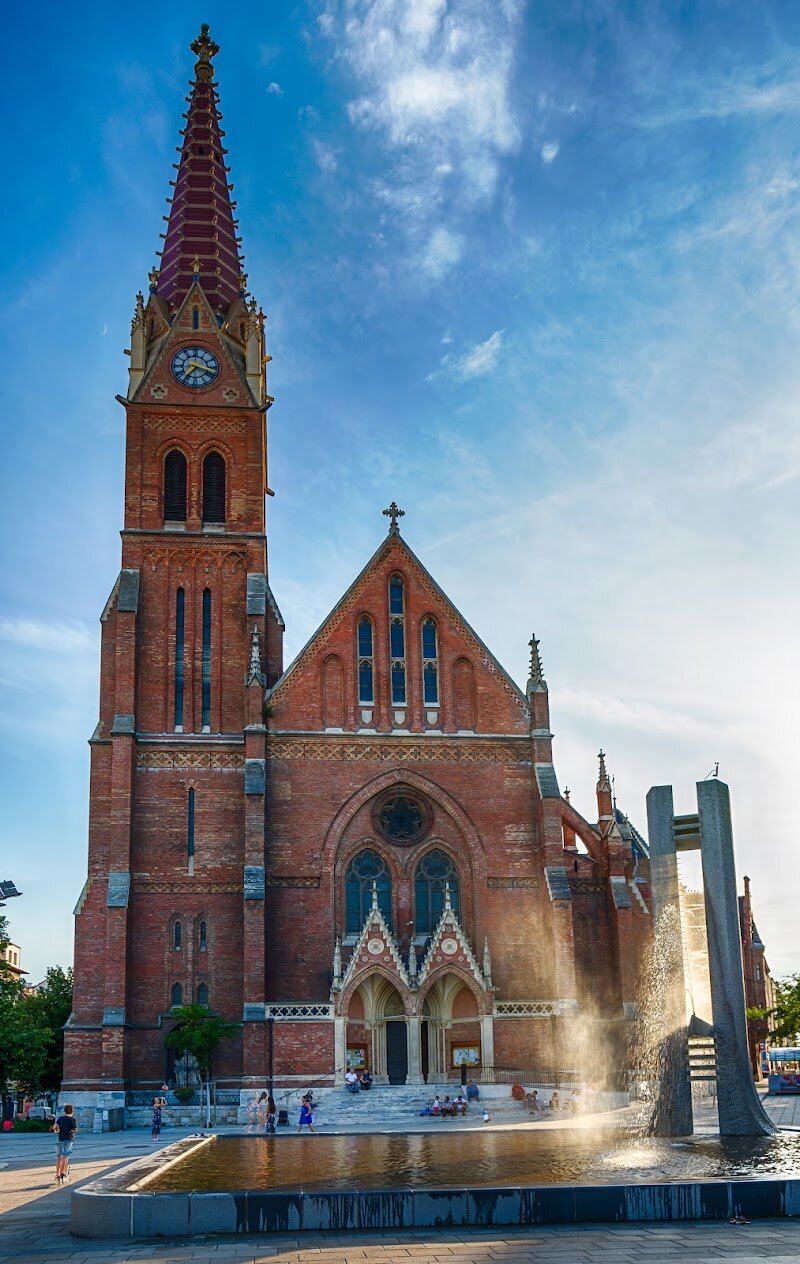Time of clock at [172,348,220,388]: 7:17
